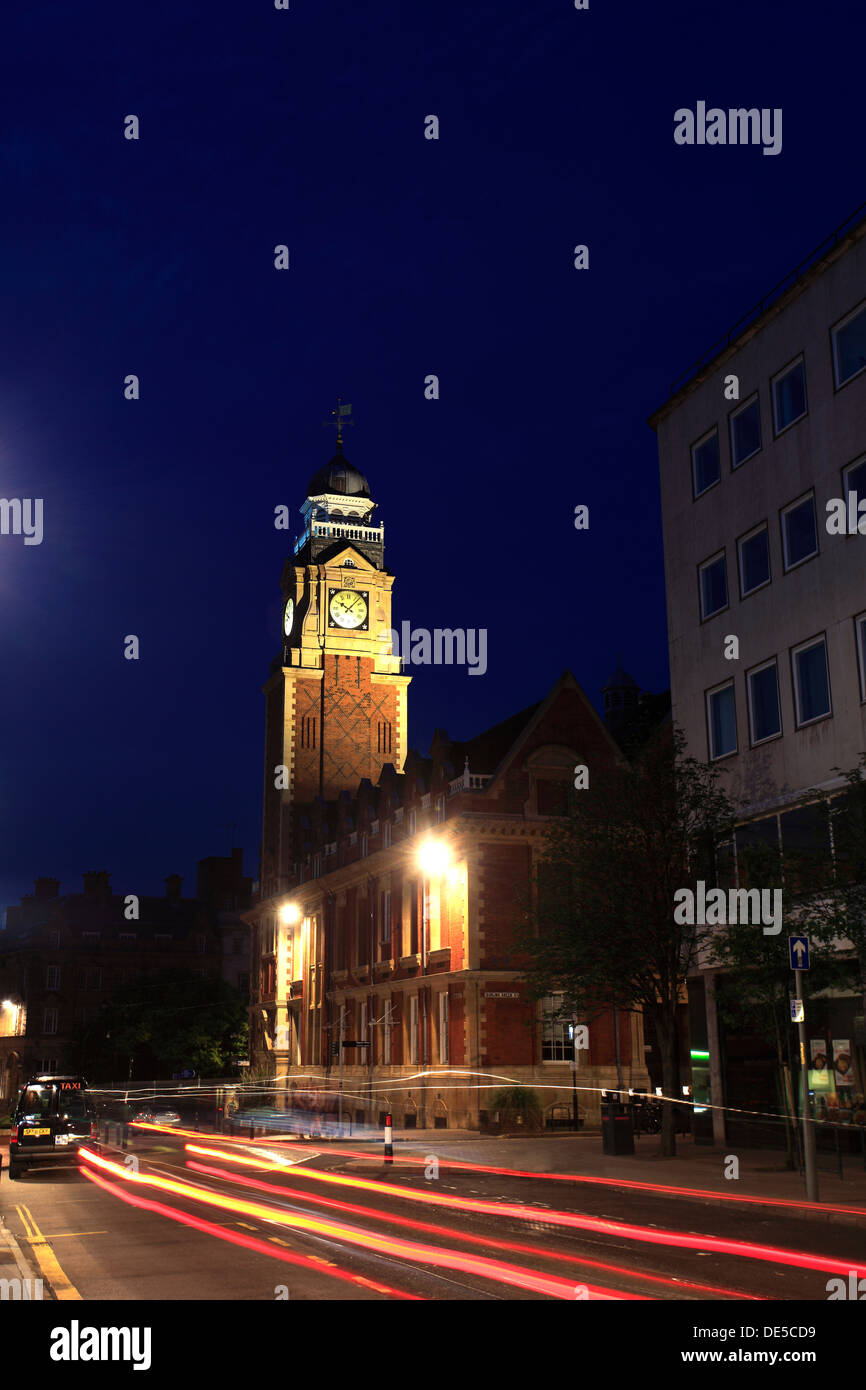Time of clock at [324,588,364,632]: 10:07
